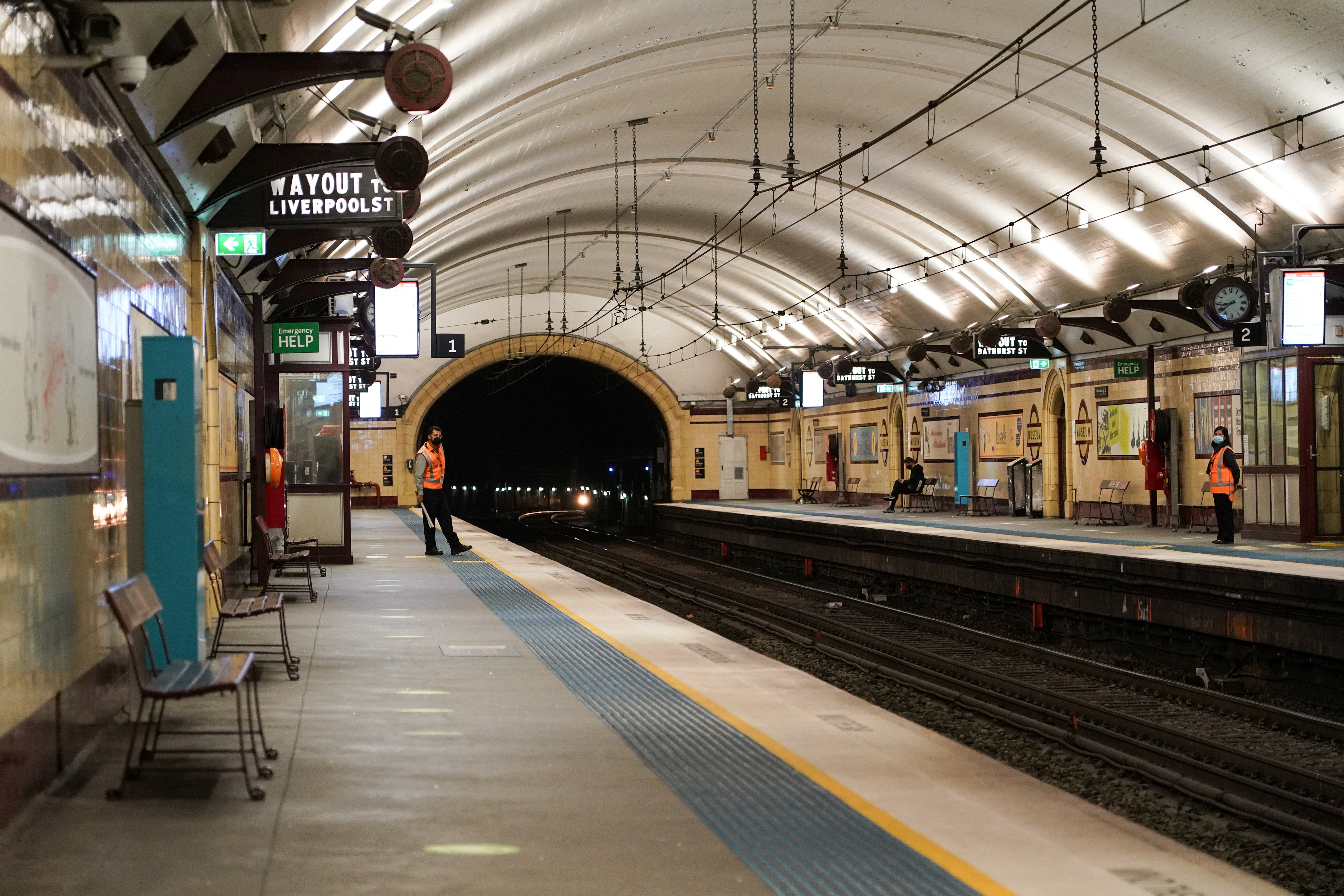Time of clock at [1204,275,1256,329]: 8:38
